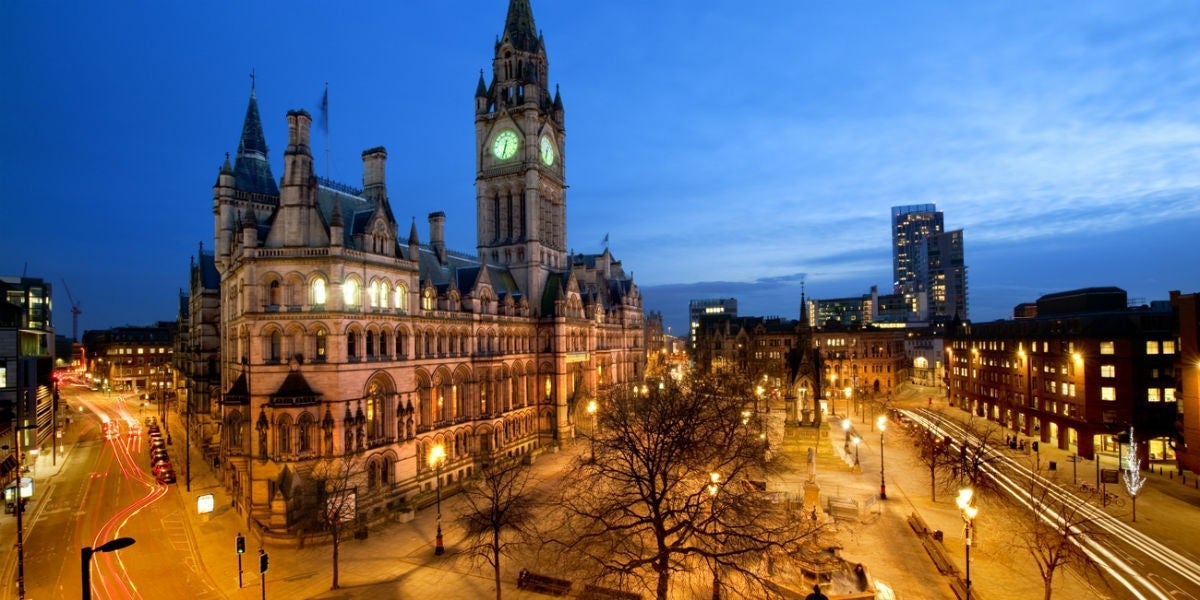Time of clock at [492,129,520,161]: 6:32
